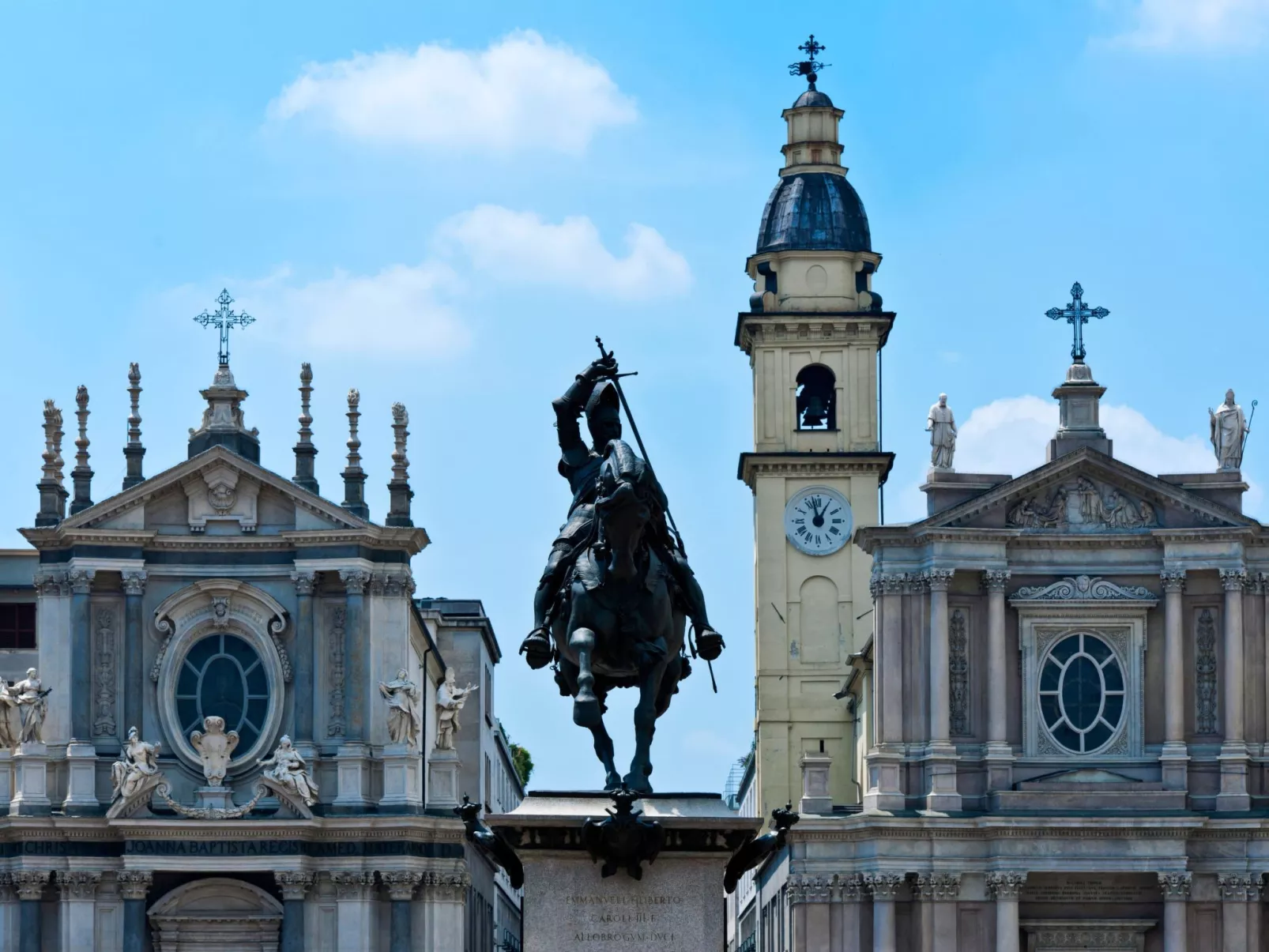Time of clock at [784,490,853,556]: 12:57
